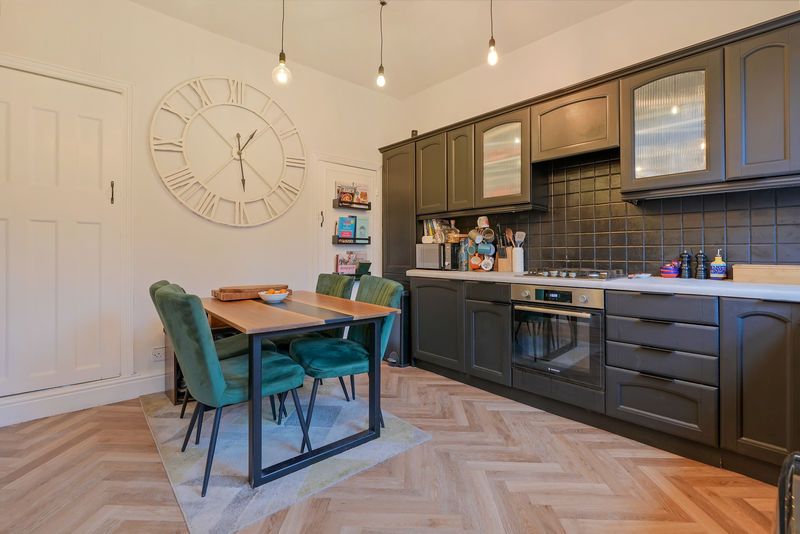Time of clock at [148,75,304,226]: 1:28
